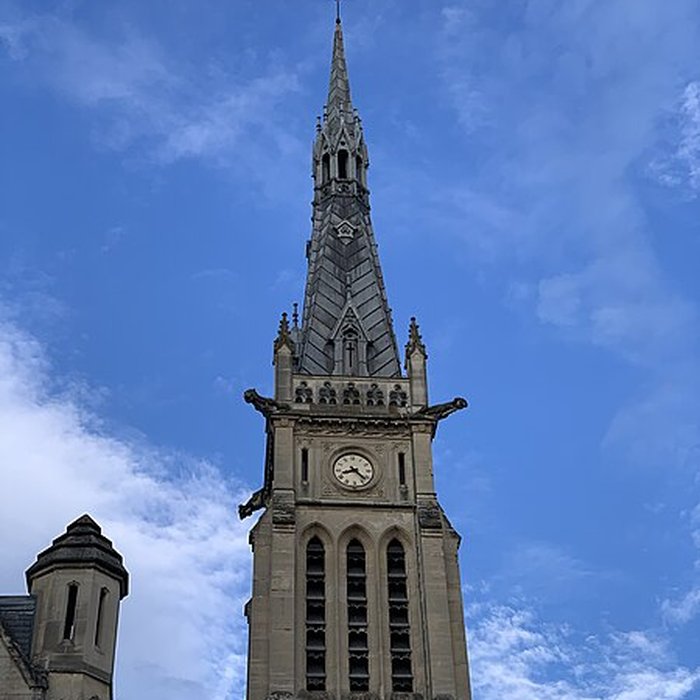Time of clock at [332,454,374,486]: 8:22
